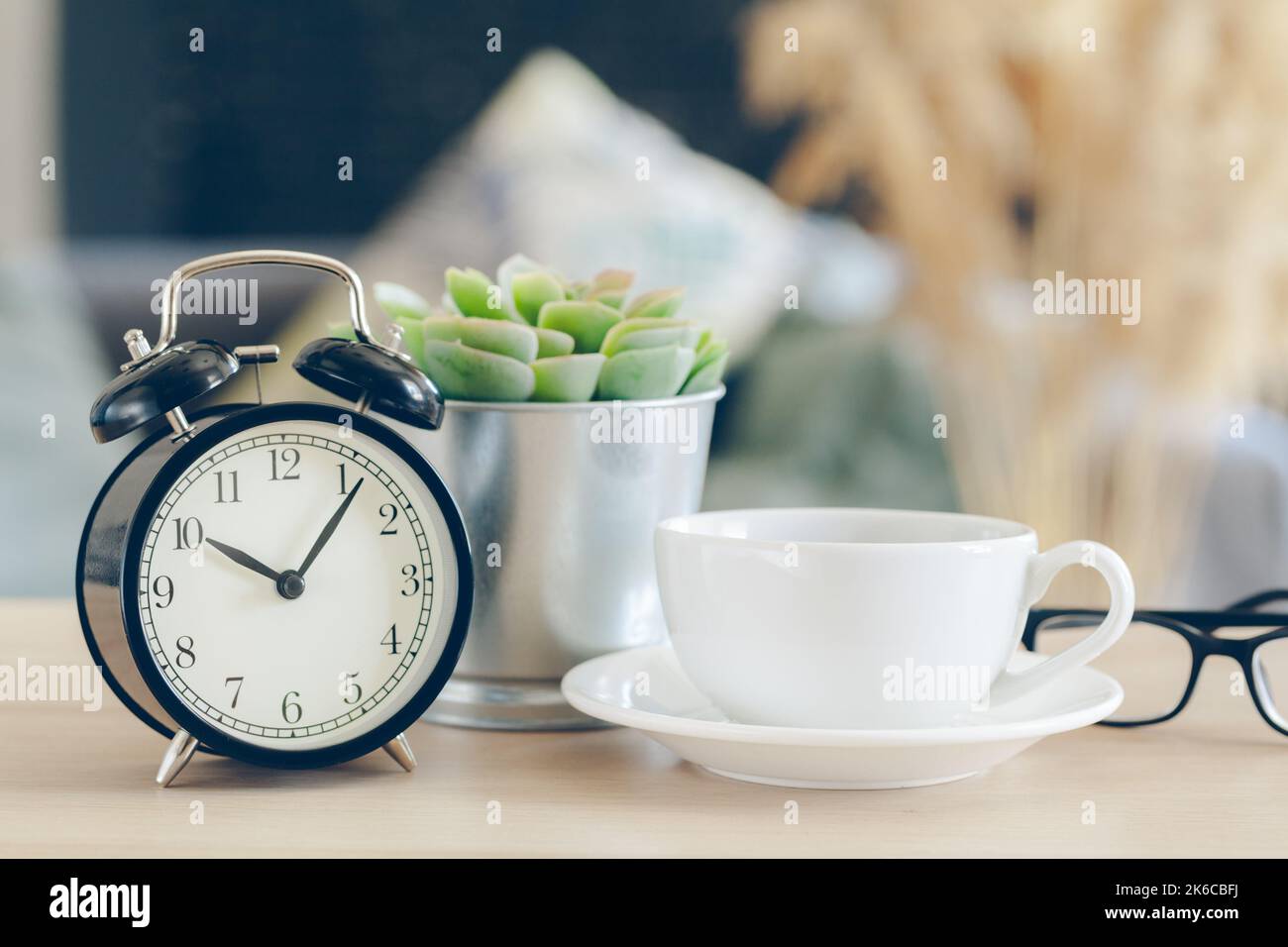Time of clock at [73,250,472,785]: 10:06
